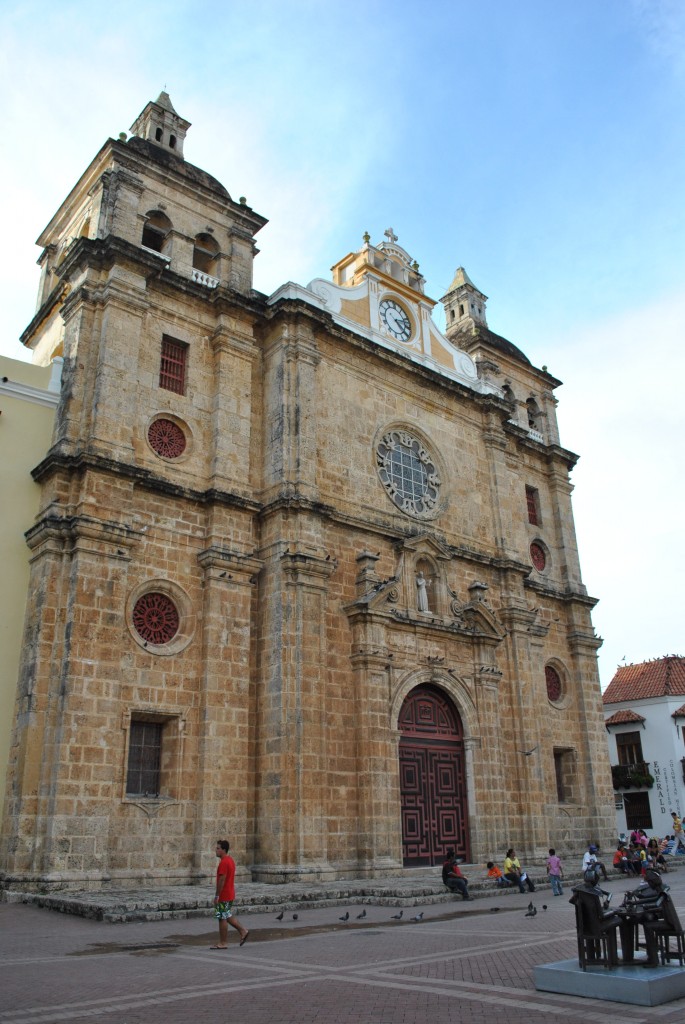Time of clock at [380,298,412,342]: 4:12
